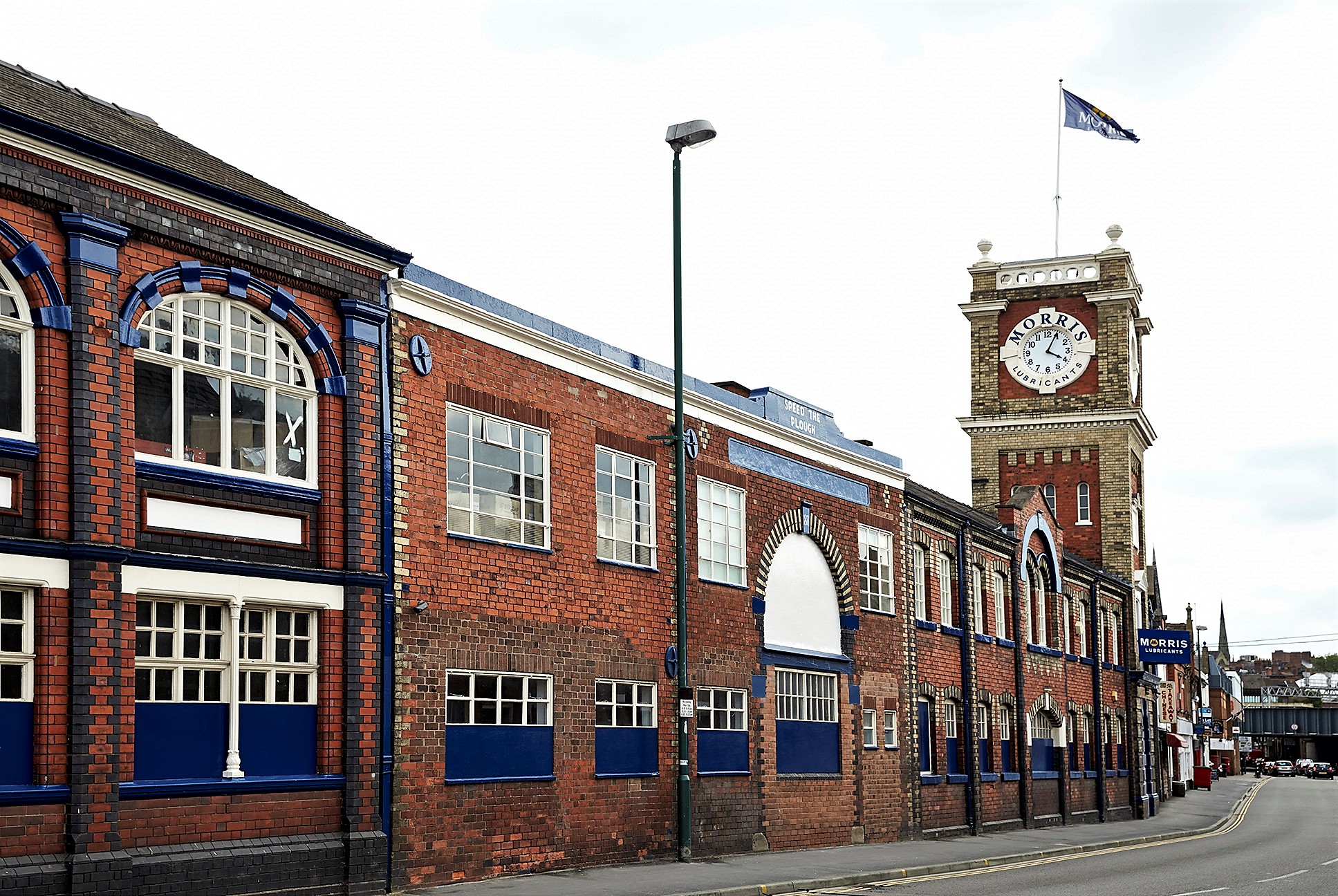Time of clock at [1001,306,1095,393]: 4:04
